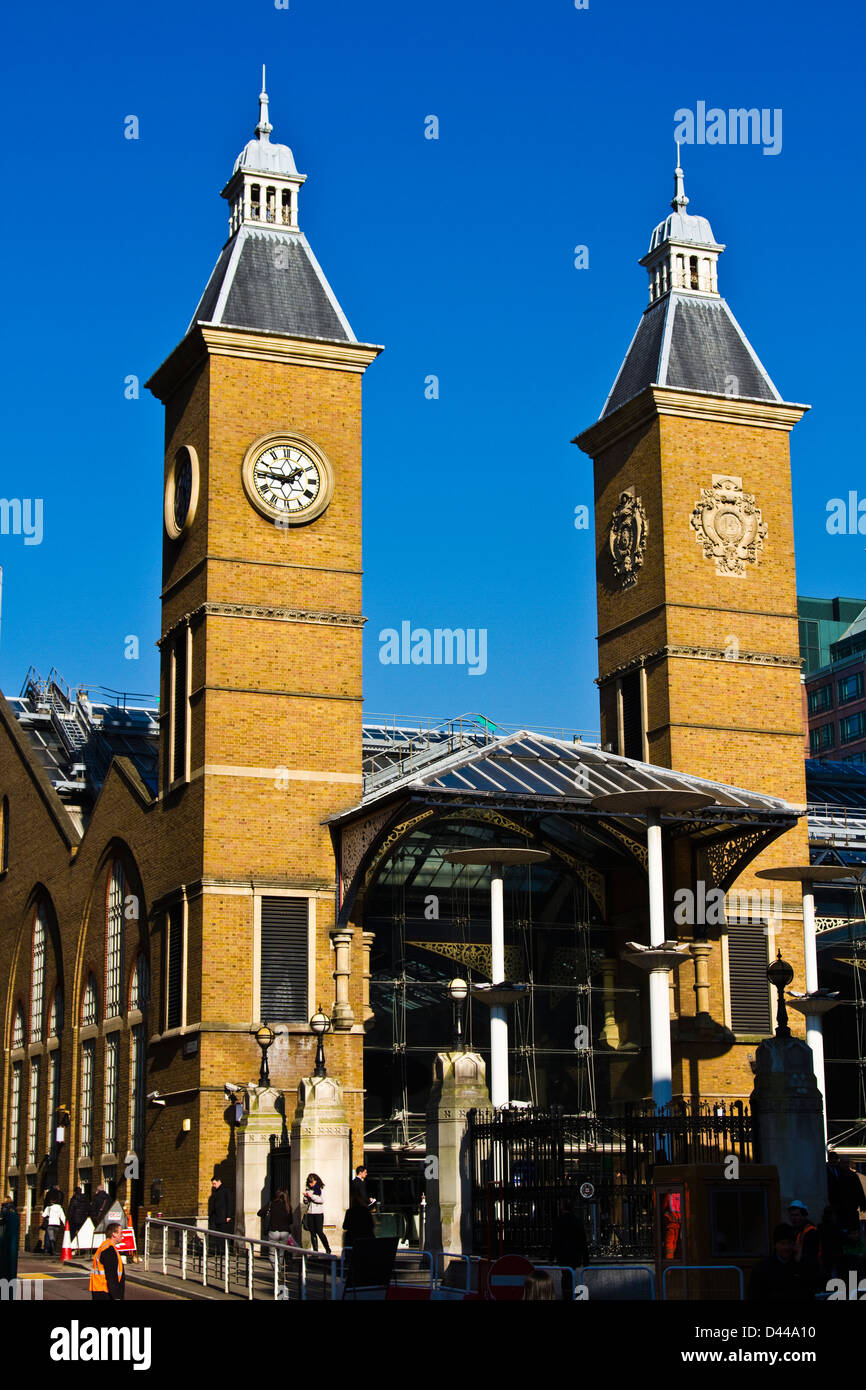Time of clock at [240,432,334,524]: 1:45
